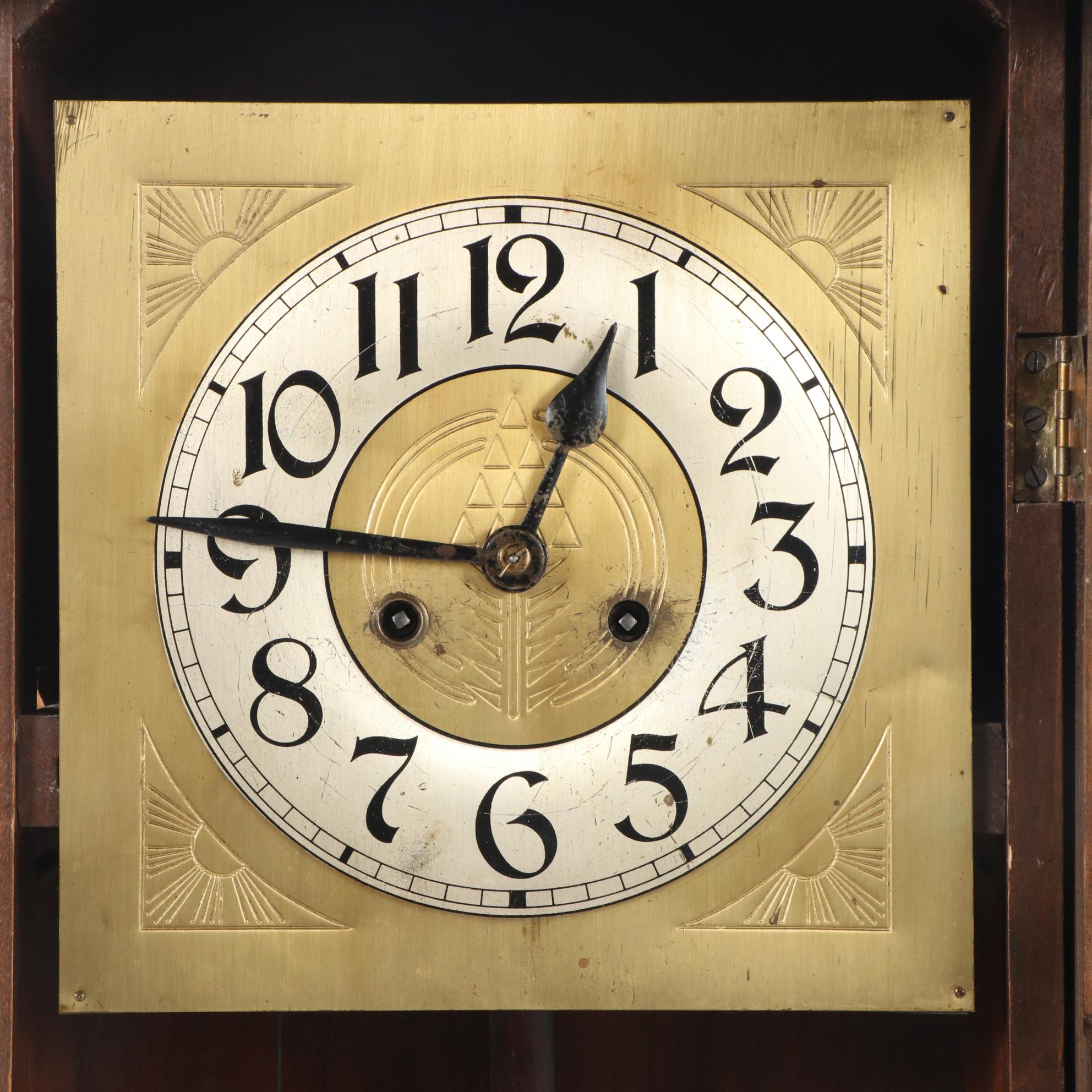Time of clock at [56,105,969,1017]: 12:46
